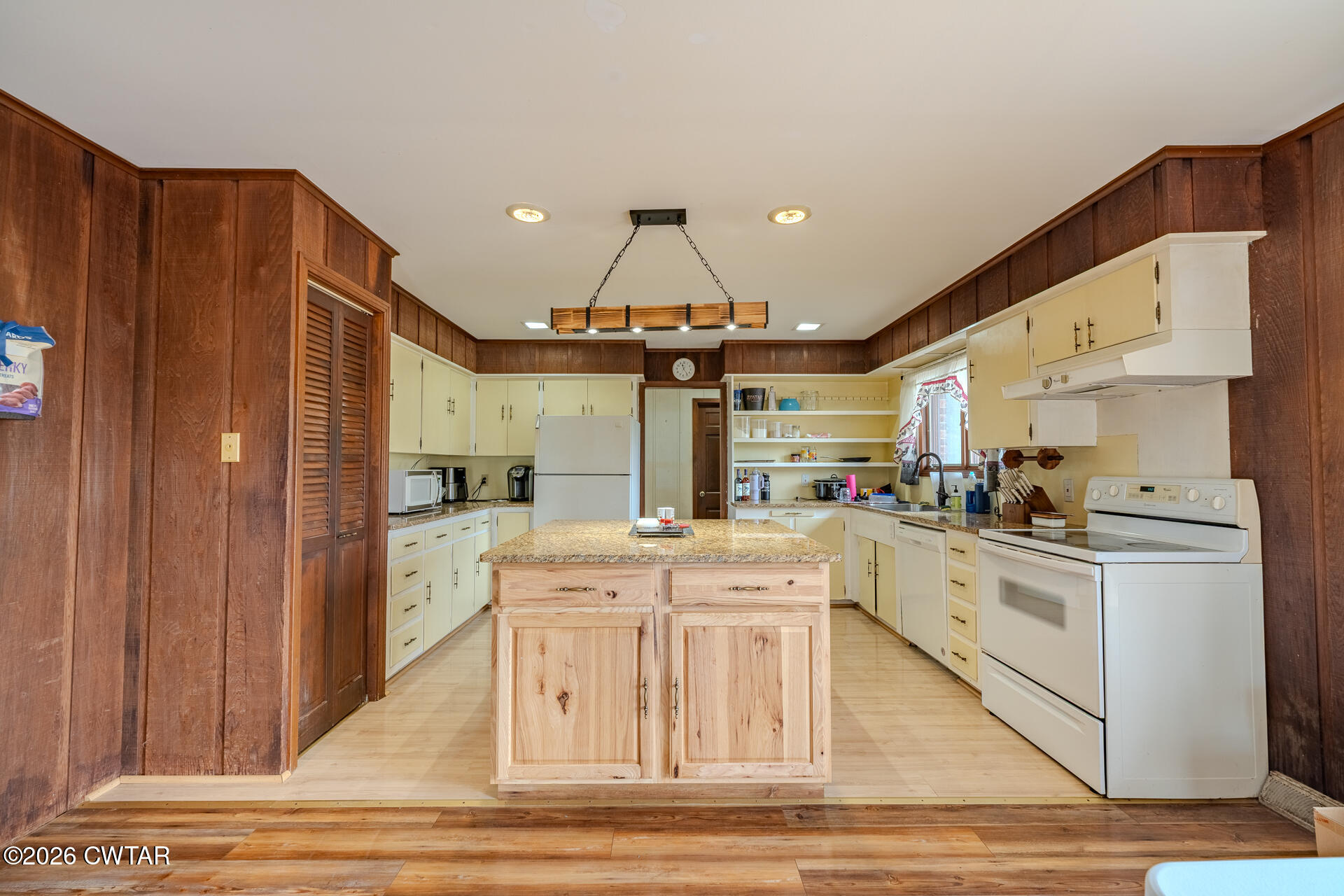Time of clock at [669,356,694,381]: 11:23
